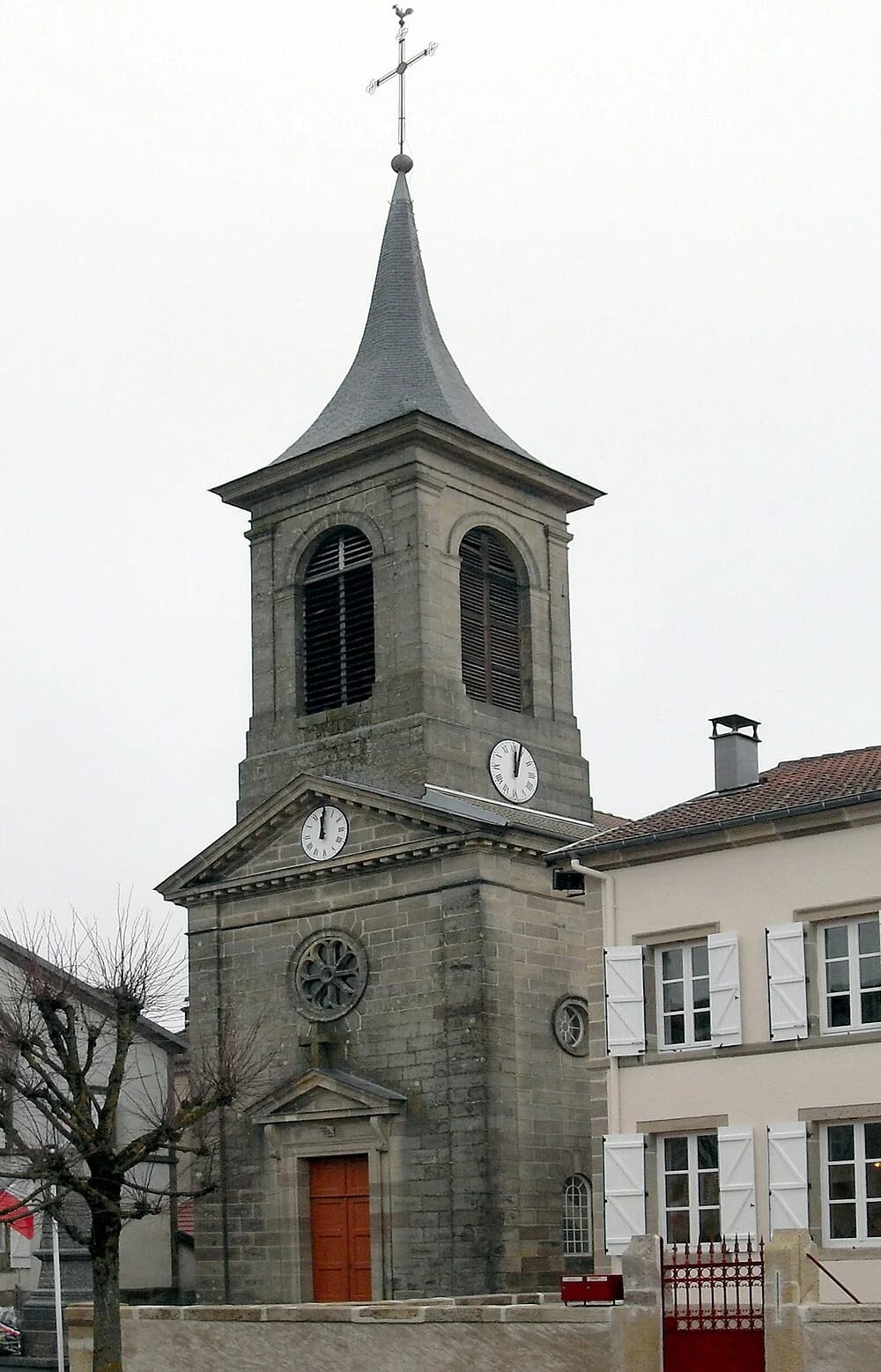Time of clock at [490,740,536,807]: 12:03
